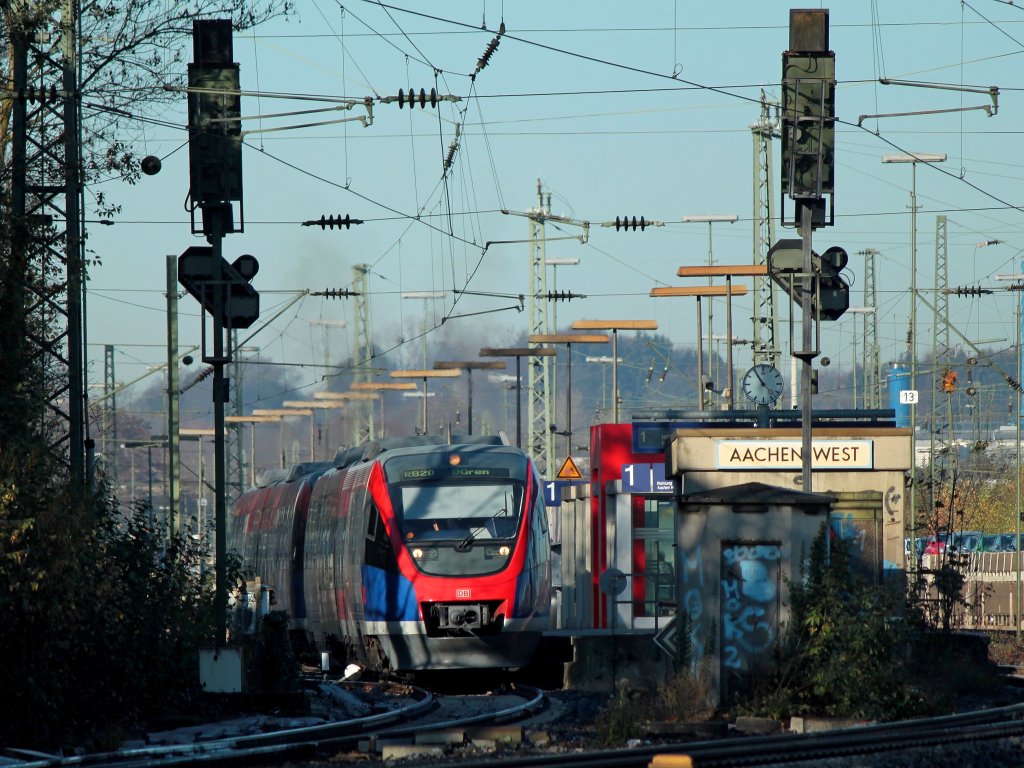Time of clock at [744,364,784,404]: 10:54
